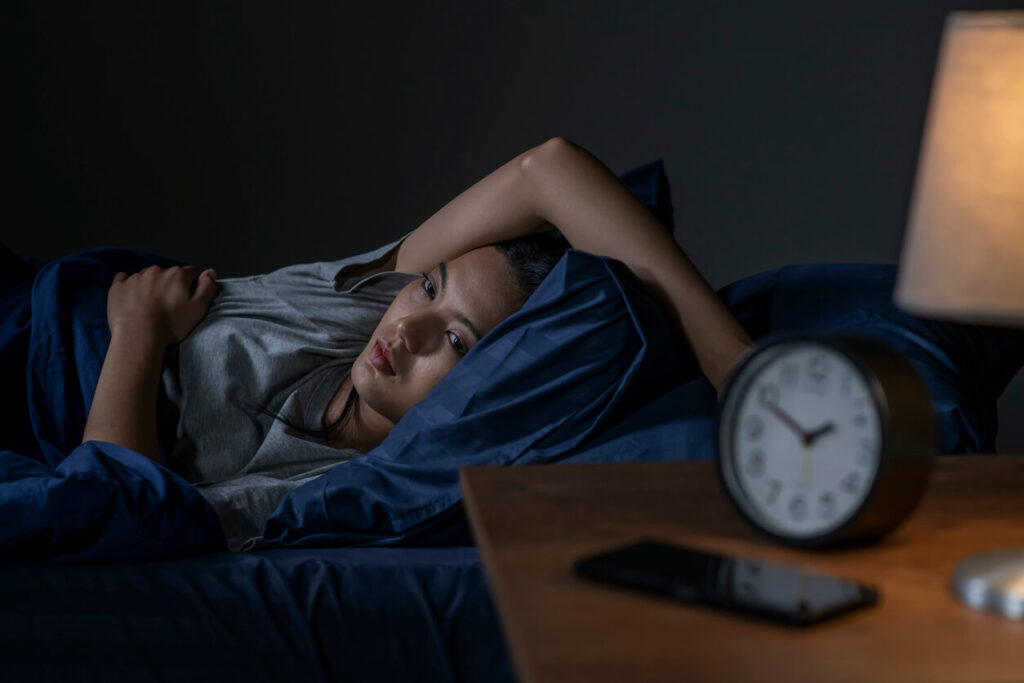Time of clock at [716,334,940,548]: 1:49
